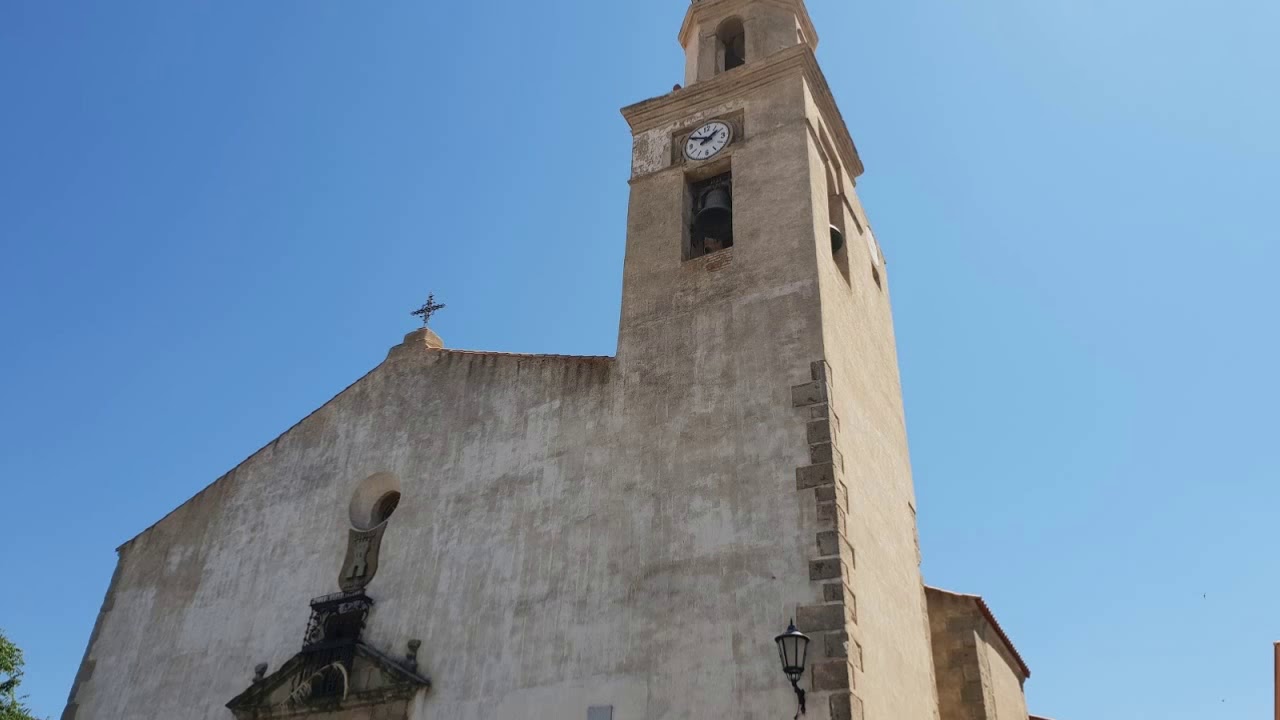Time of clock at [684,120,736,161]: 1:50
